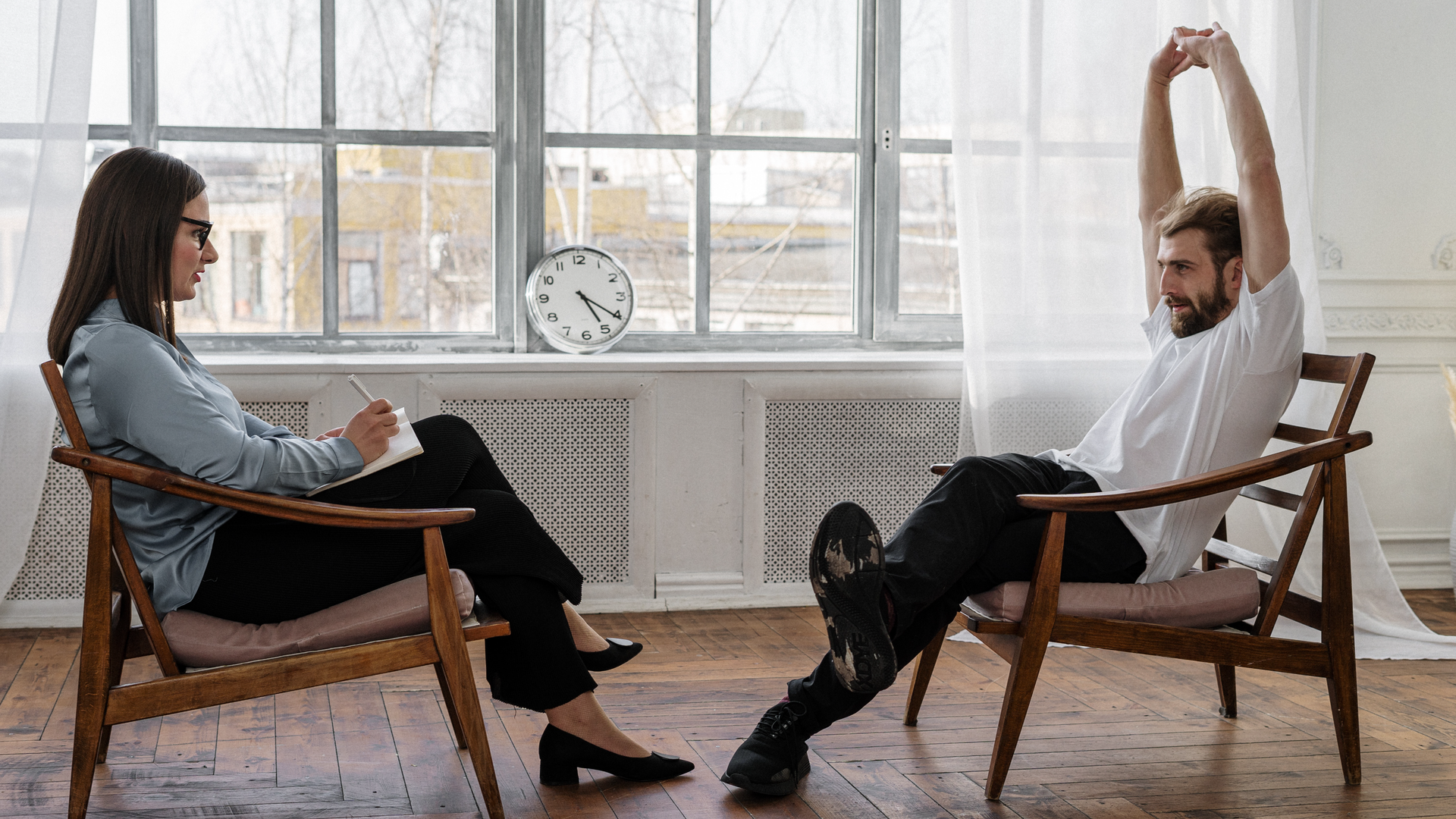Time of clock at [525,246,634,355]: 5:20
